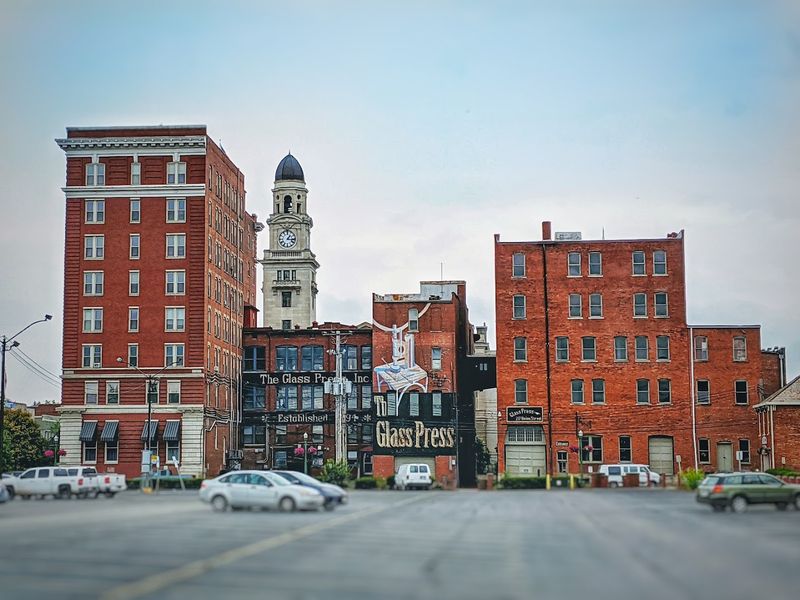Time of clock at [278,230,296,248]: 1:16
